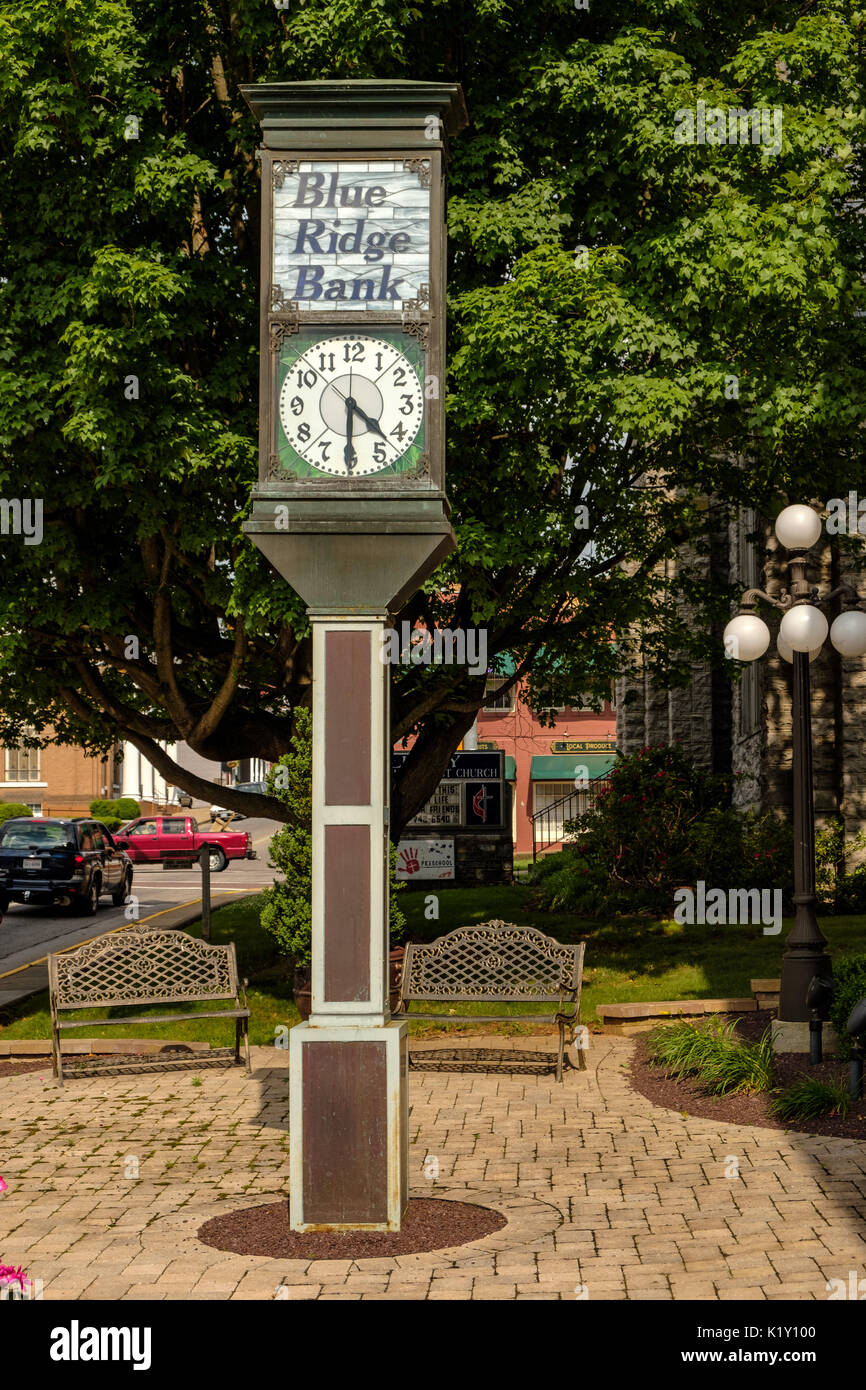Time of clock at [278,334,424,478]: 4:30
